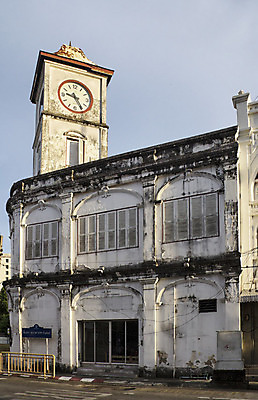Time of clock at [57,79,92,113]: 9:24
